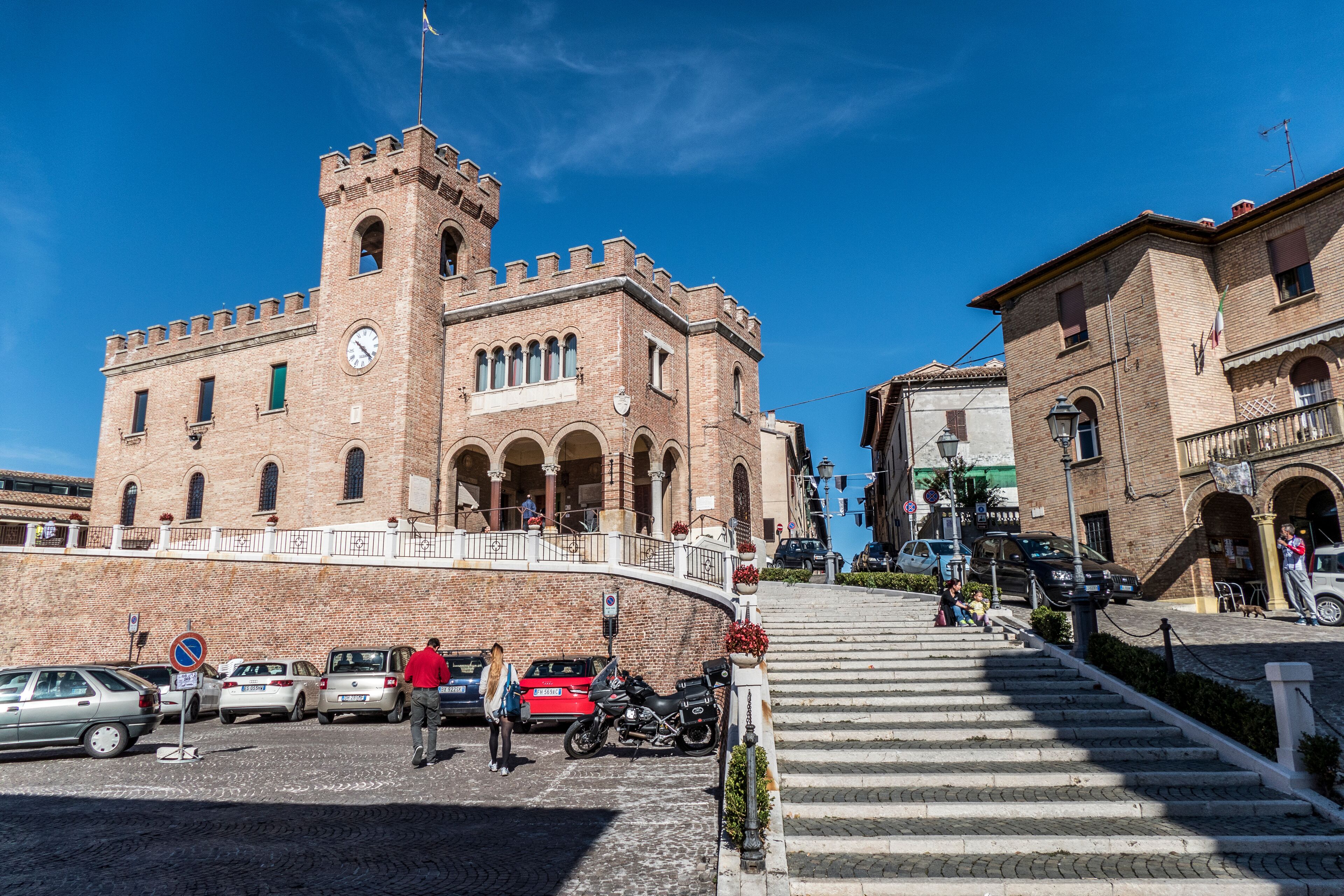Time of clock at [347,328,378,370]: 10:22
